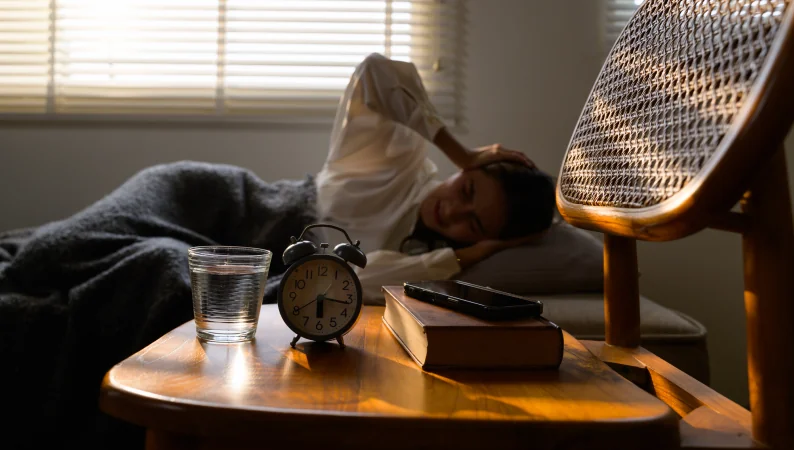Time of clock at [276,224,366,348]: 6:16
